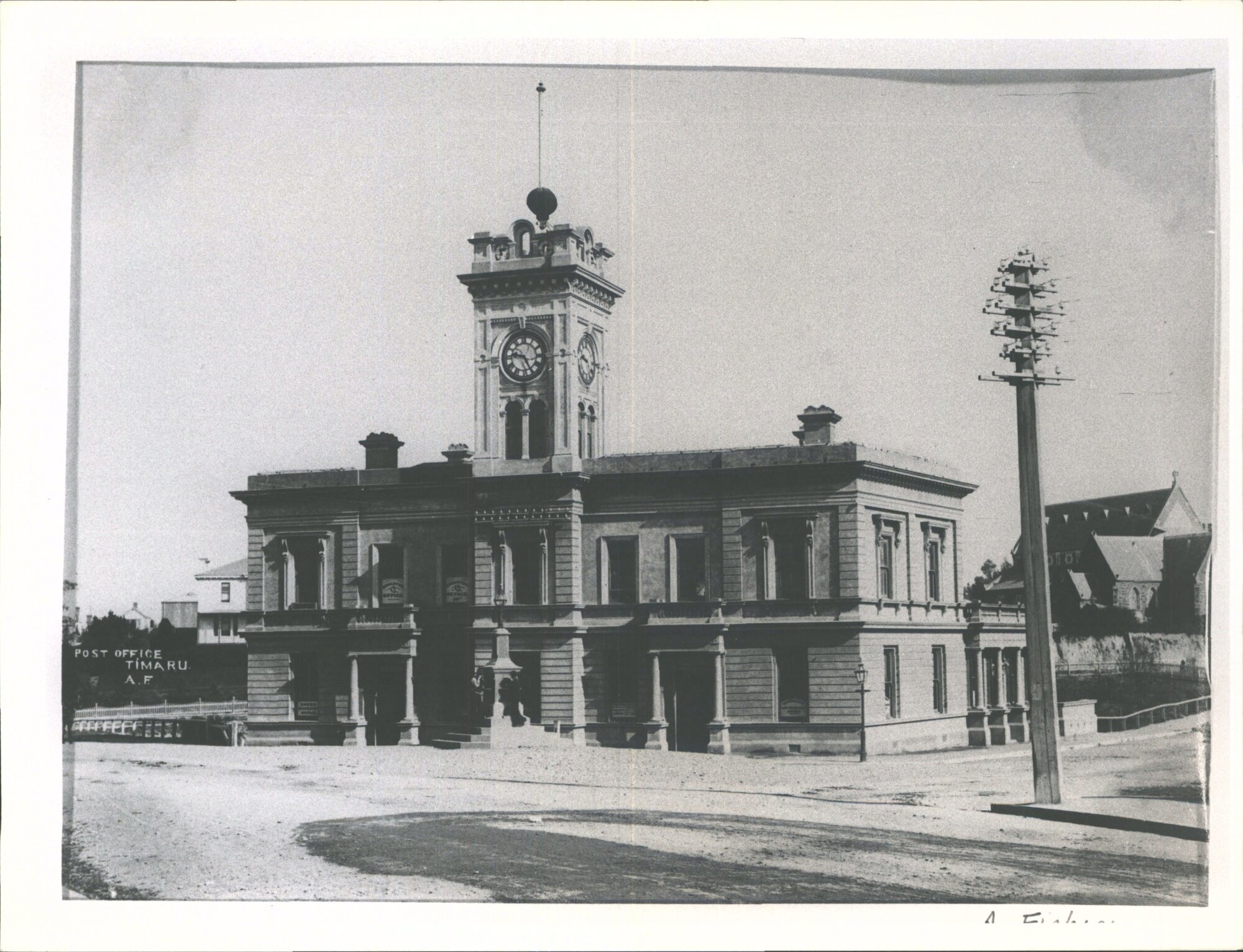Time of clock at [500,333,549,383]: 9:25
